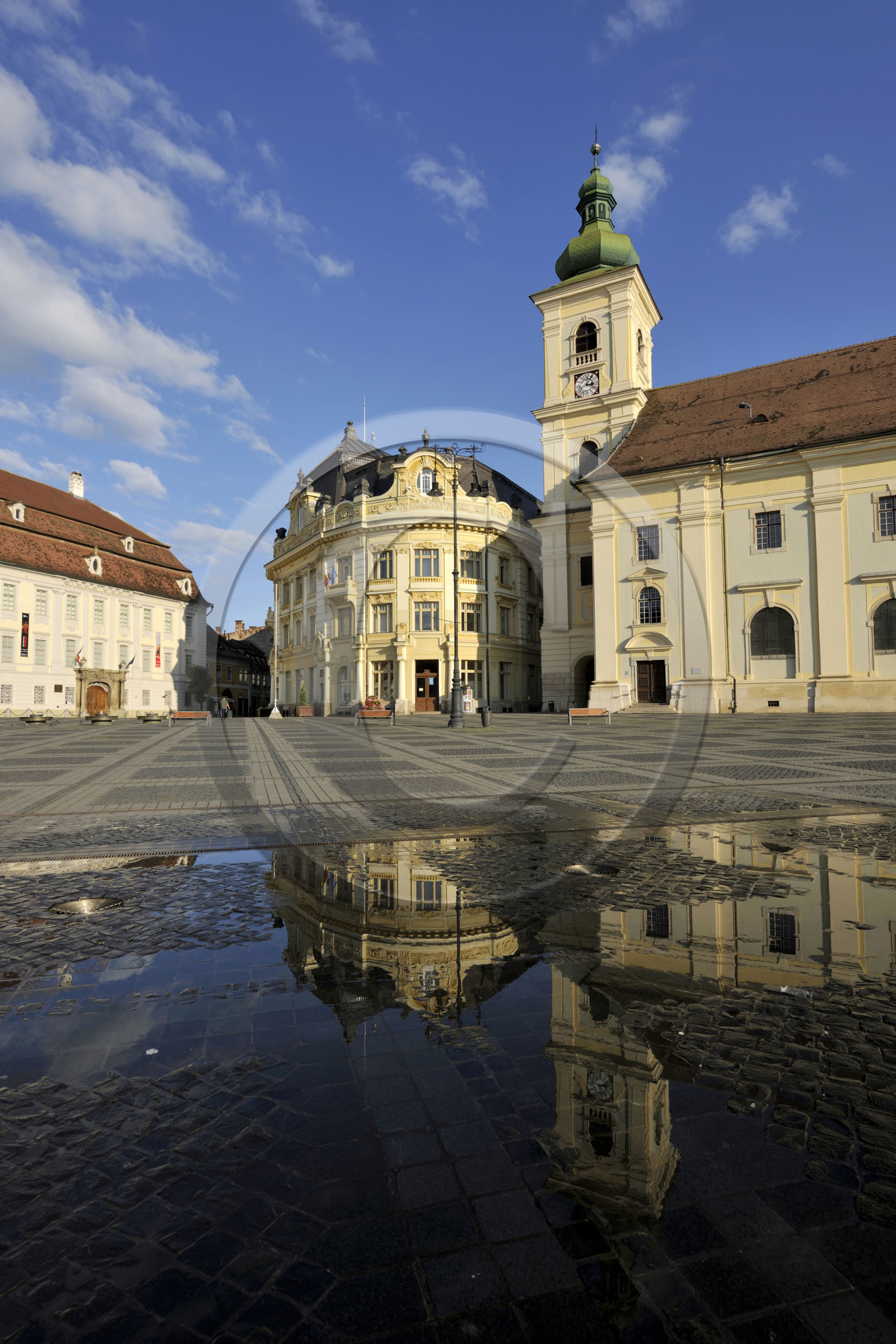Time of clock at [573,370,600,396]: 3:06
